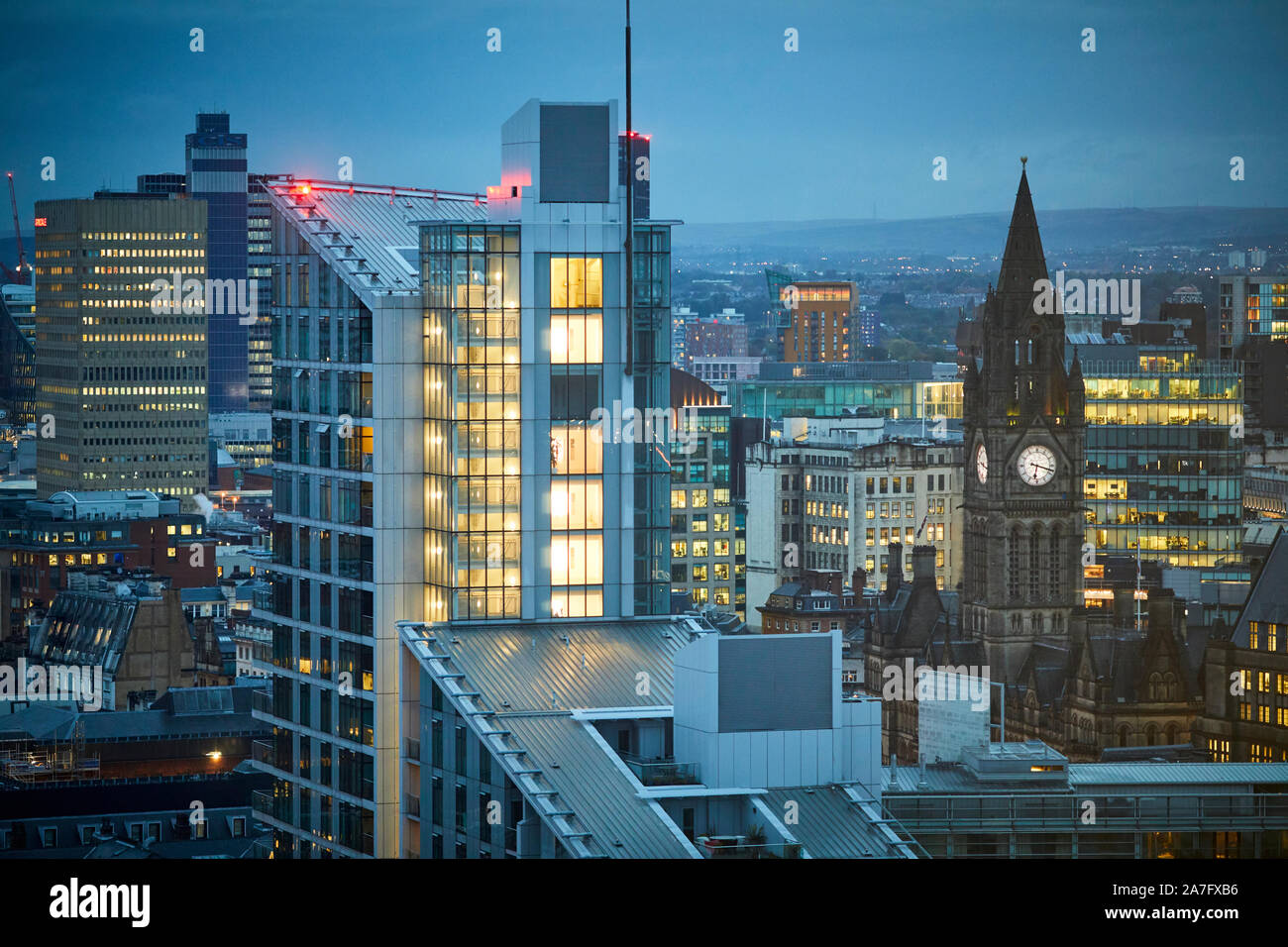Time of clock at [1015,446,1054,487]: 6:17
